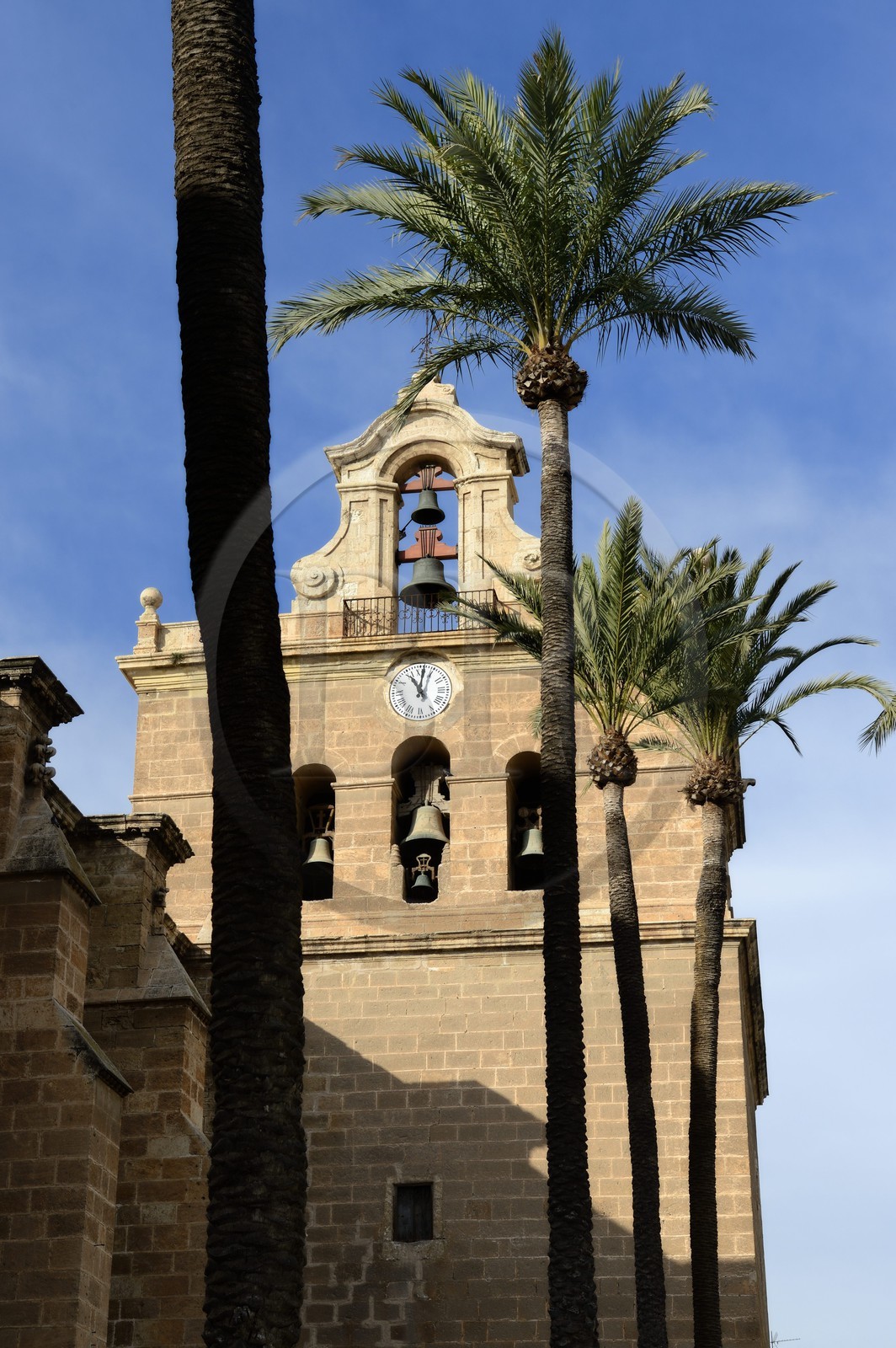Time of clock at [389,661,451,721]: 11:01
